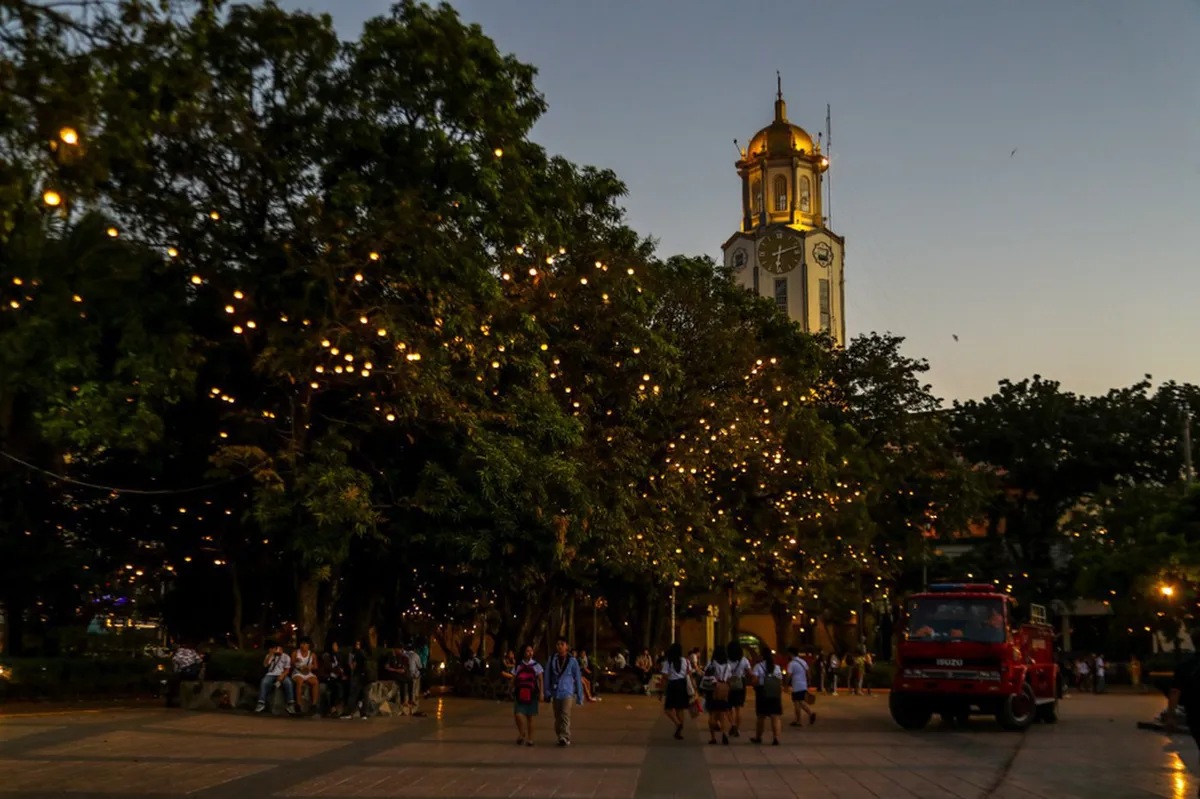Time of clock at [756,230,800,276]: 6:11
